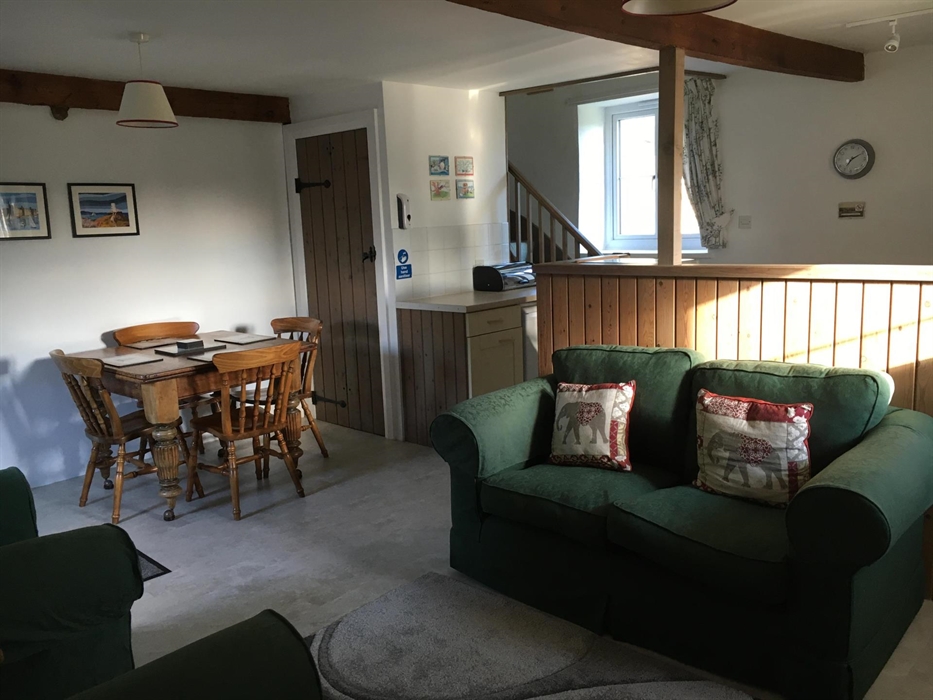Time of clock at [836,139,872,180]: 7:10
